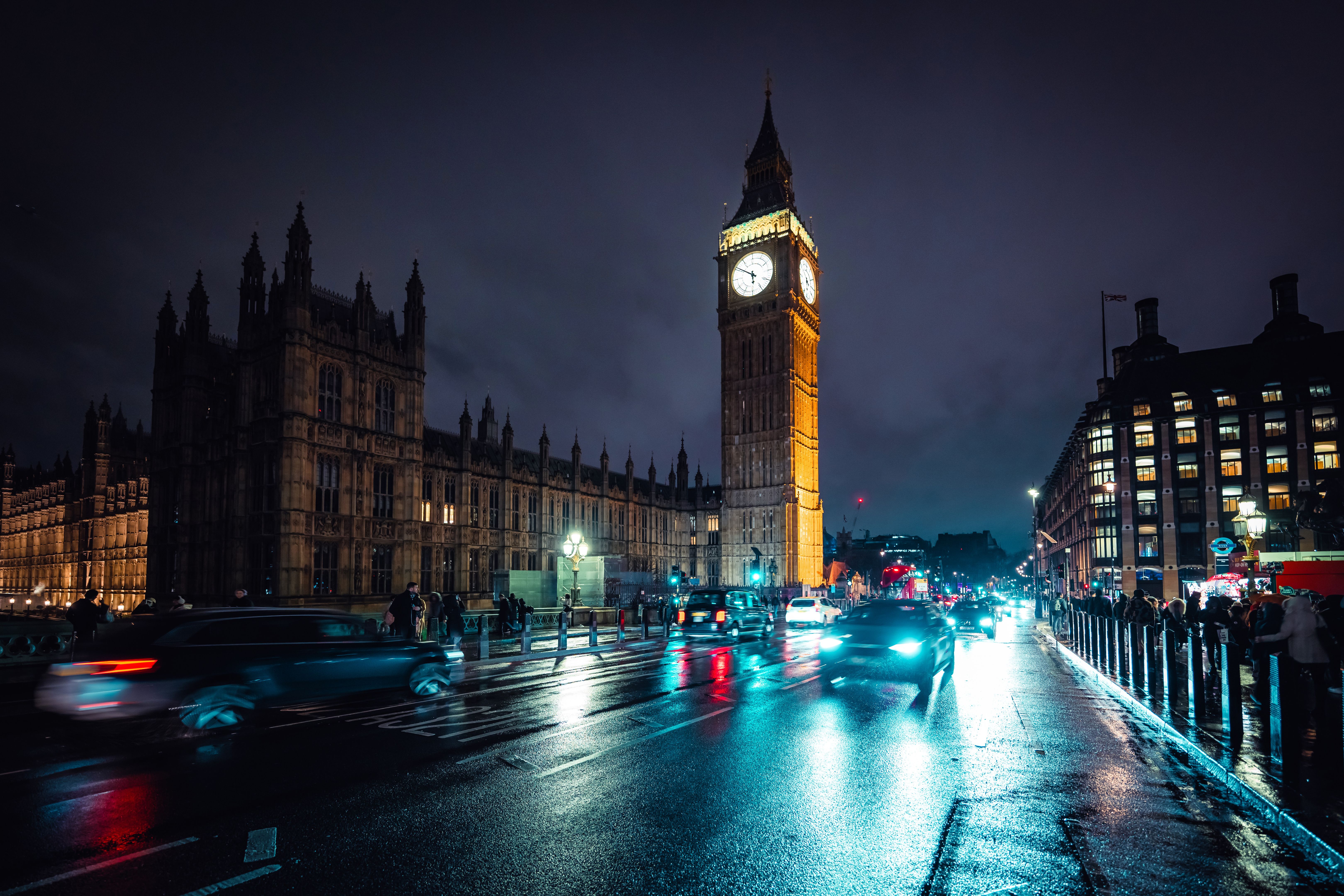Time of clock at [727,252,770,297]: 5:50
